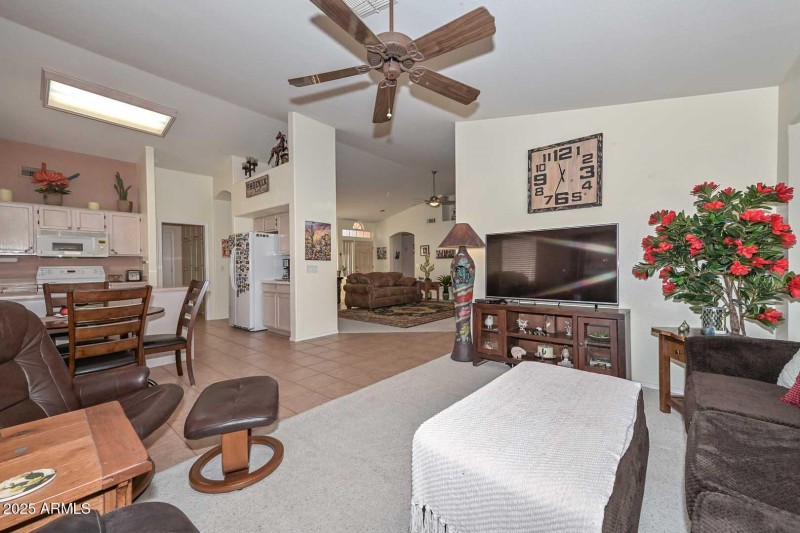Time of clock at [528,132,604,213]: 11:33
